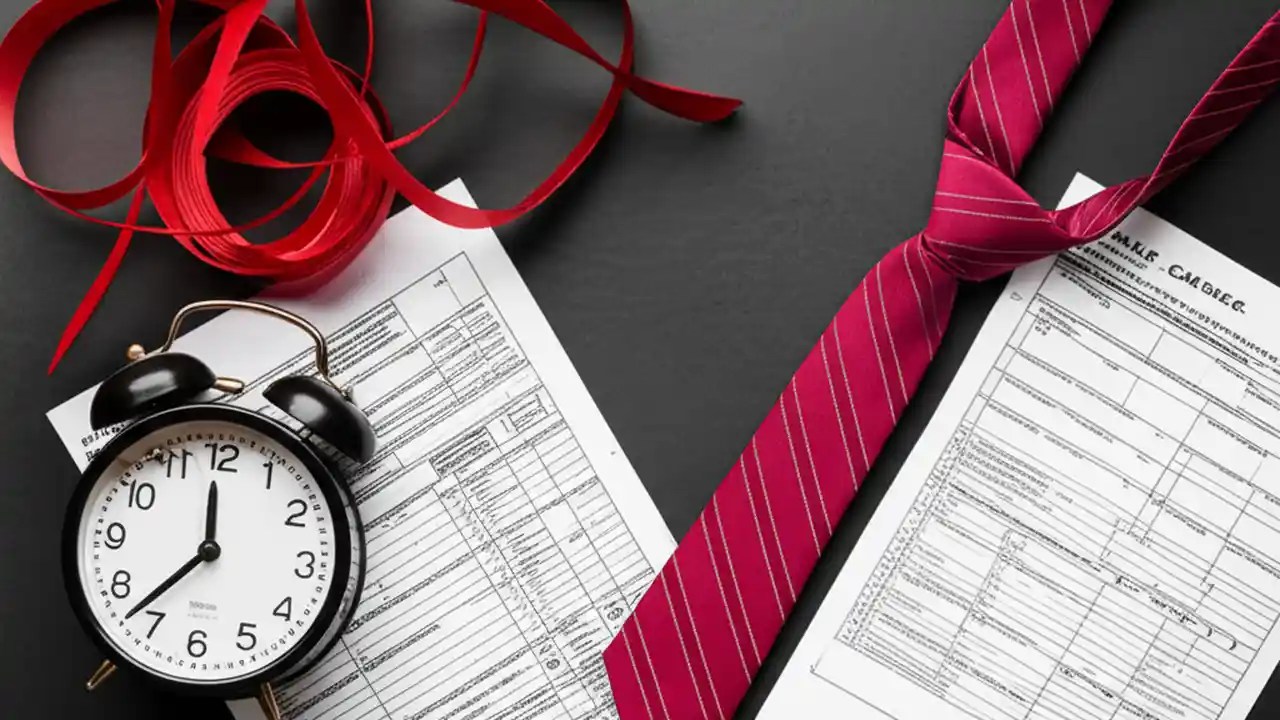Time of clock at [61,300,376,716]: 11:37
